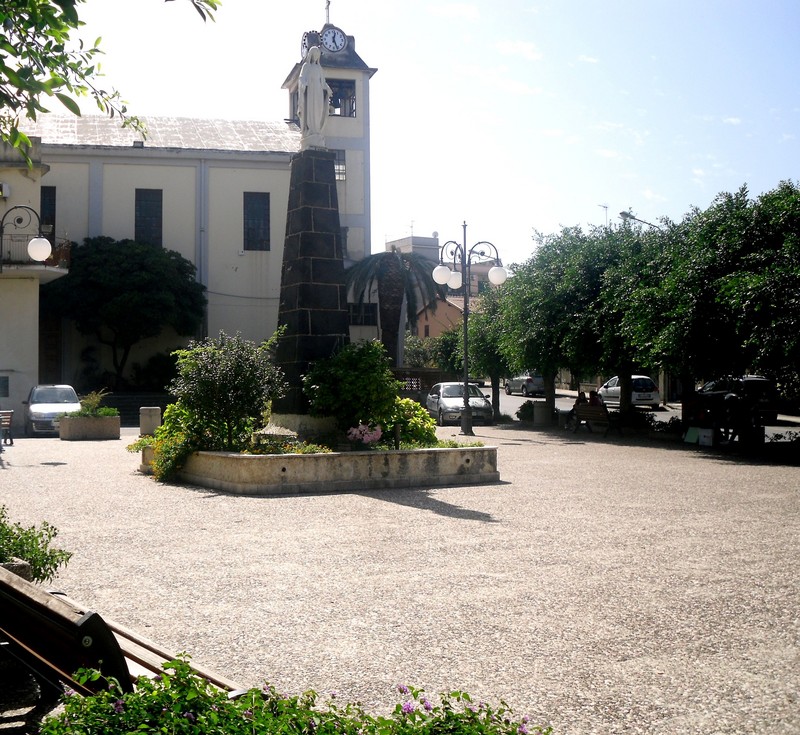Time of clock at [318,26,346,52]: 12:26
